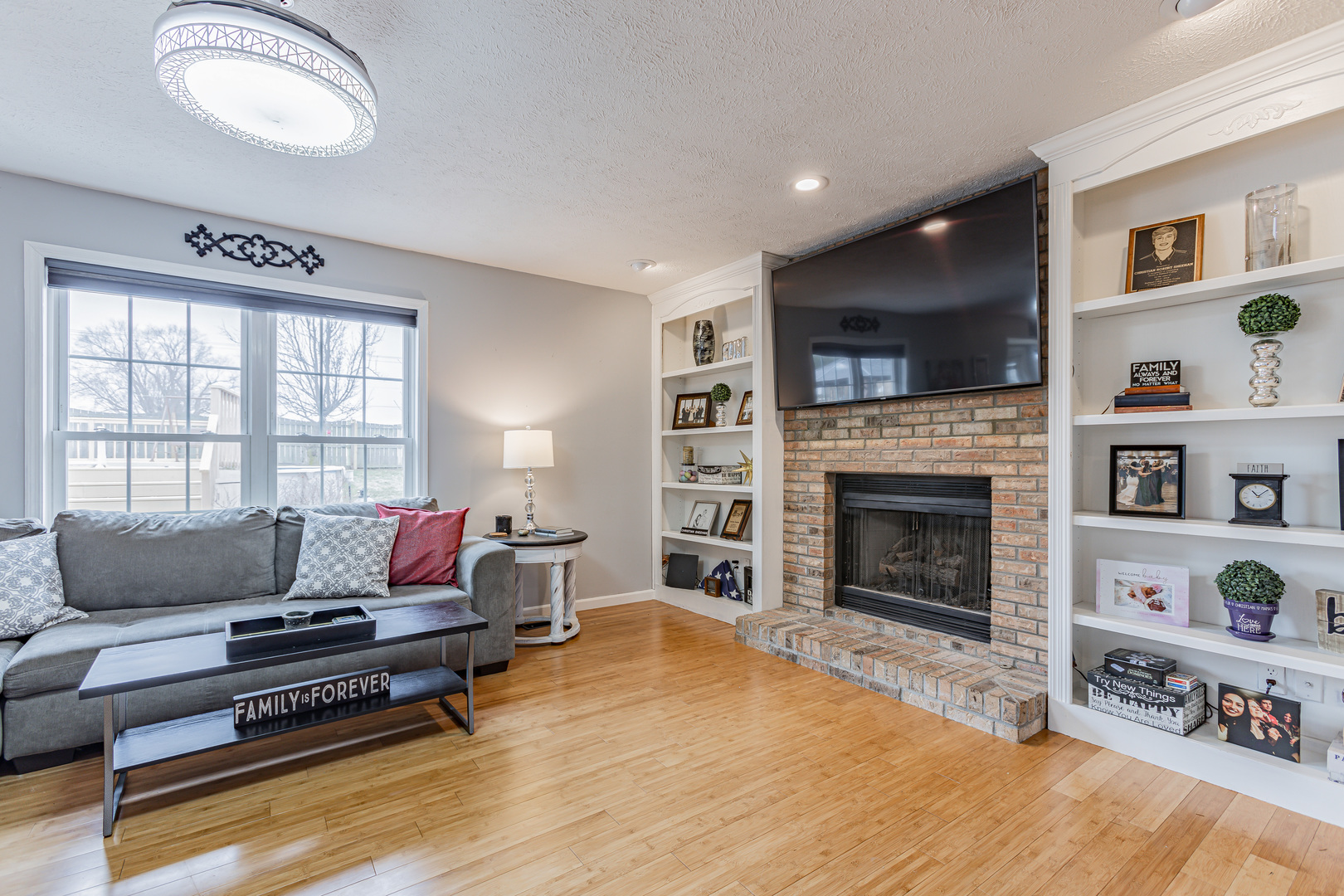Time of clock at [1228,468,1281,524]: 11:09
